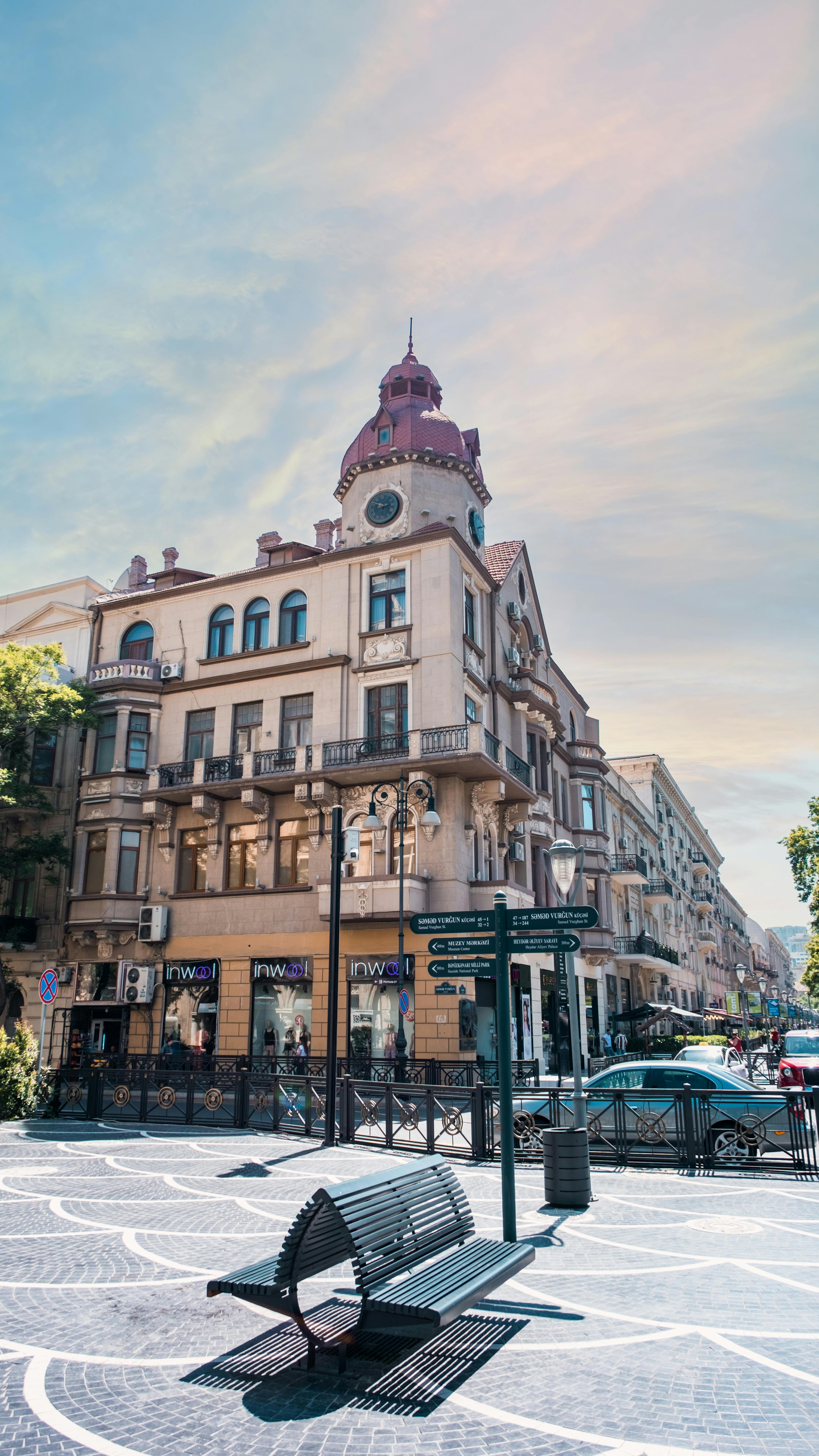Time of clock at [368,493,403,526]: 2:50
